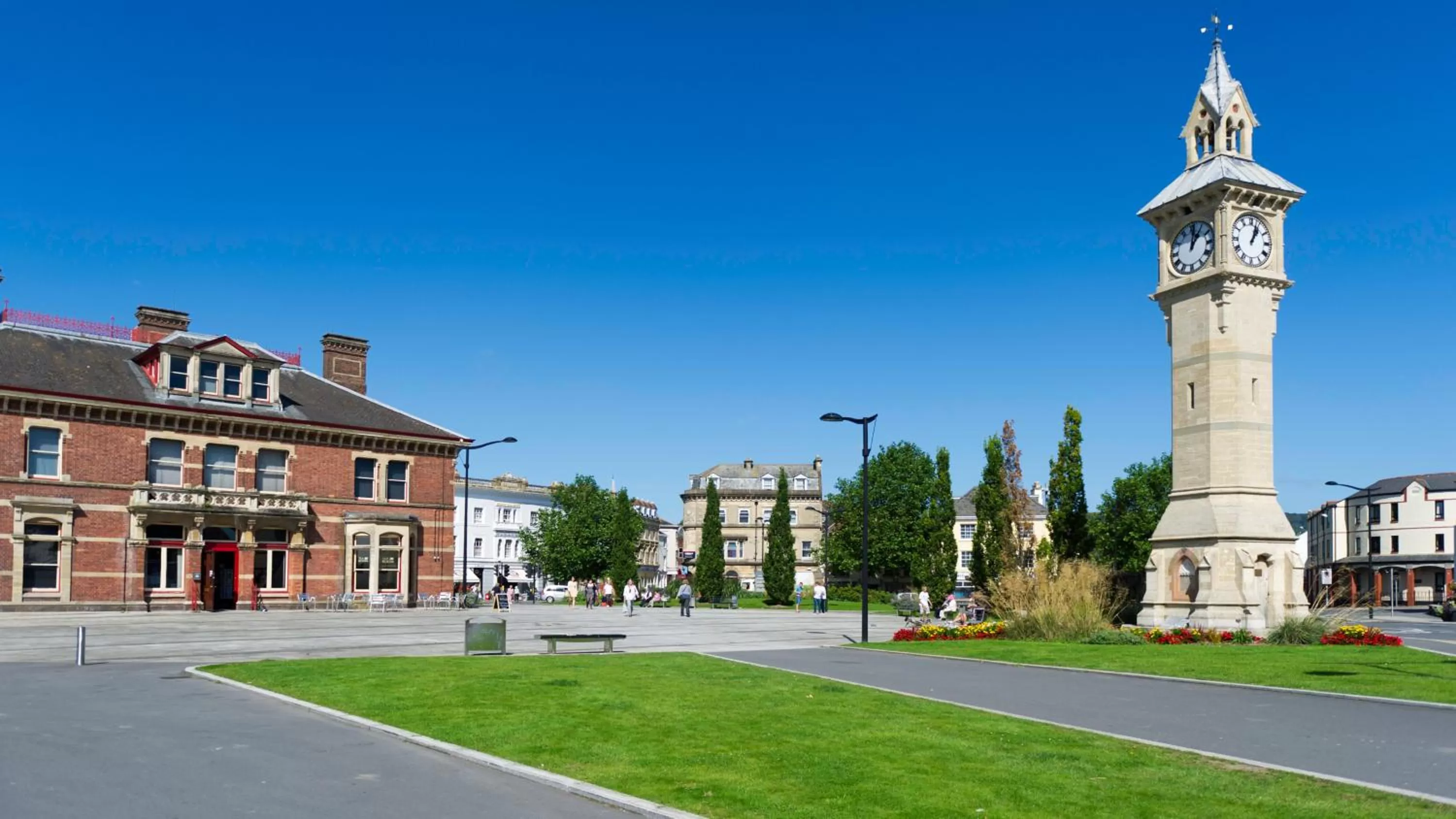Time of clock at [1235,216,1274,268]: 1:03
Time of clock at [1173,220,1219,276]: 1:01
